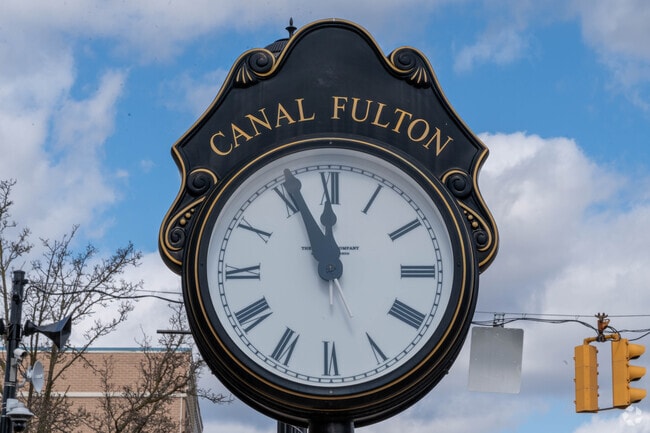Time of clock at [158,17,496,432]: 11:55
